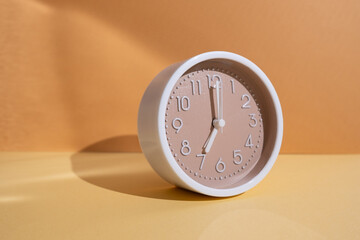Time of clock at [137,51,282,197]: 7:00
